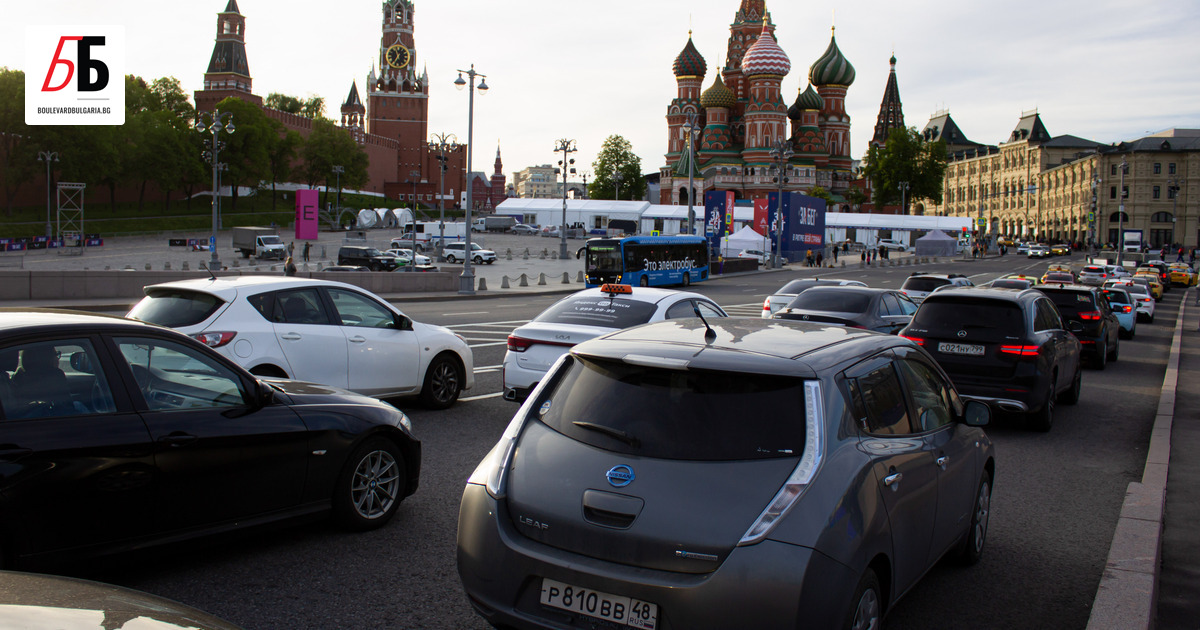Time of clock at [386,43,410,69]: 11:34
